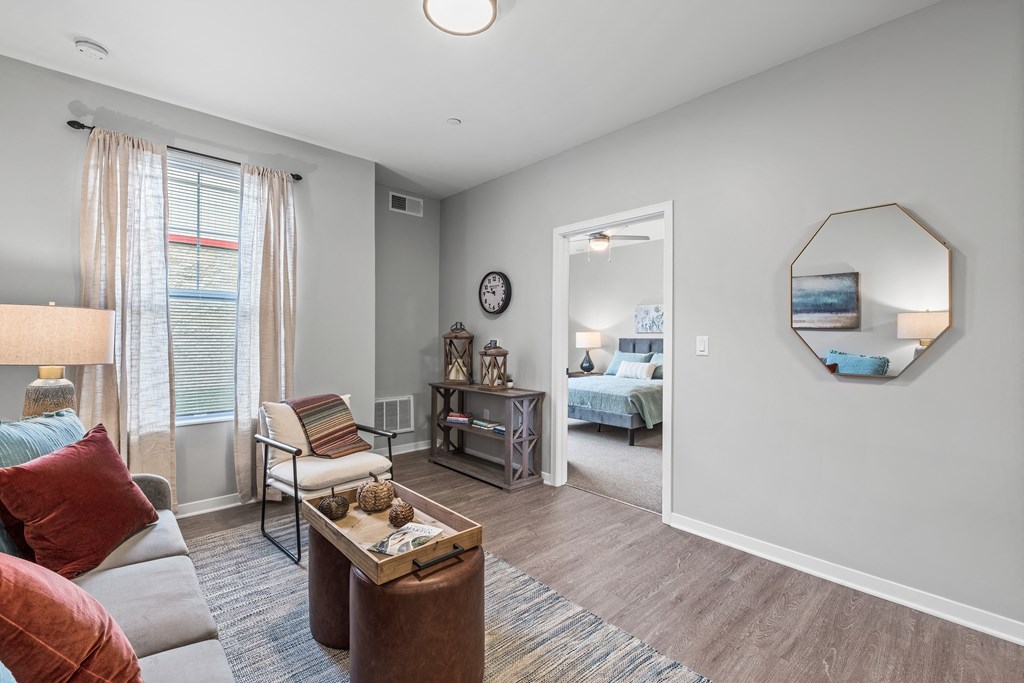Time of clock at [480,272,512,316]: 10:46
